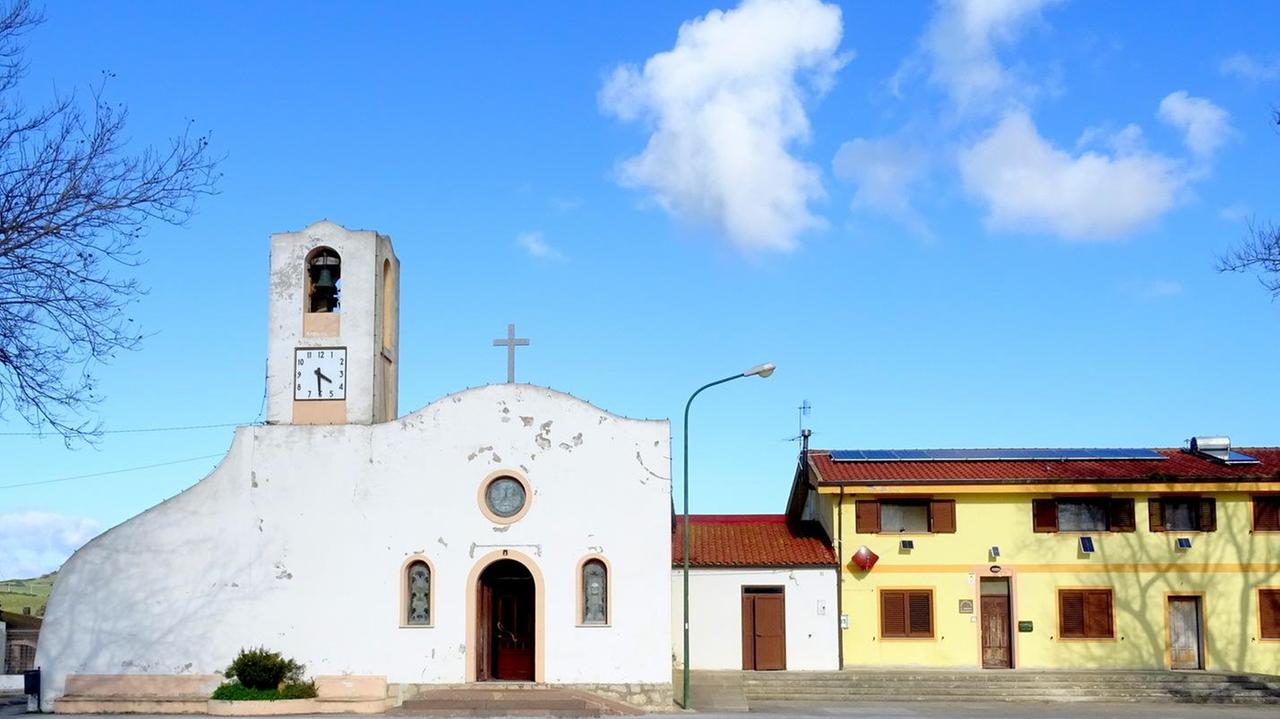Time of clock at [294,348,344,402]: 4:30
